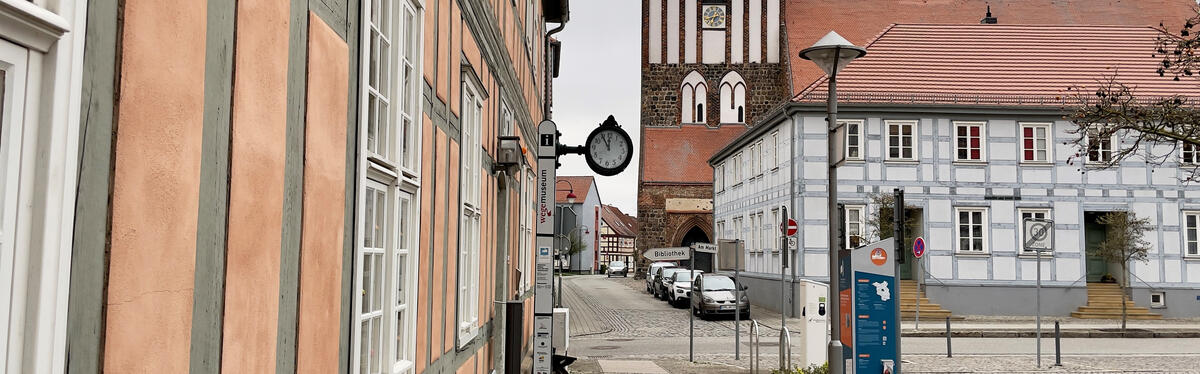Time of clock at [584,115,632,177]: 11:54
